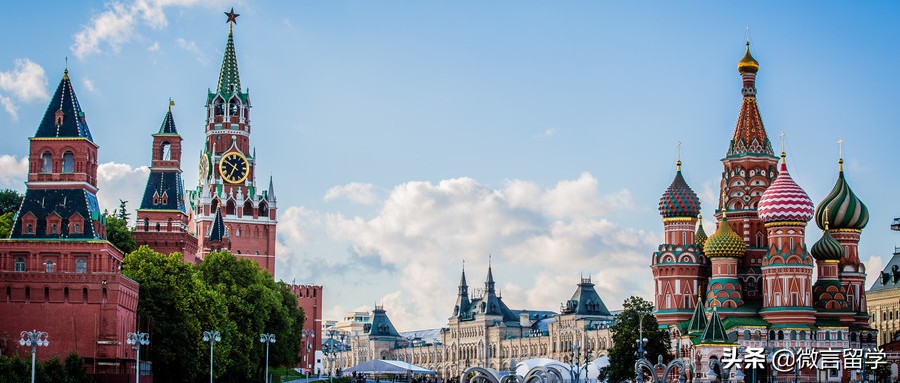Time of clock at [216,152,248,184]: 6:50
